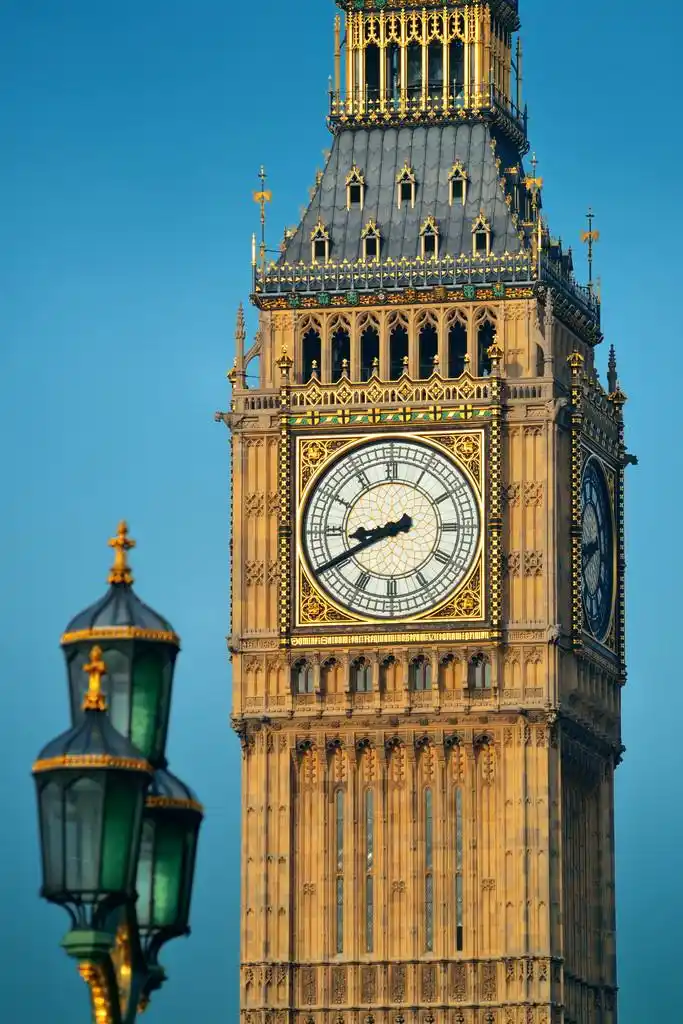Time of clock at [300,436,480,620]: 8:40
